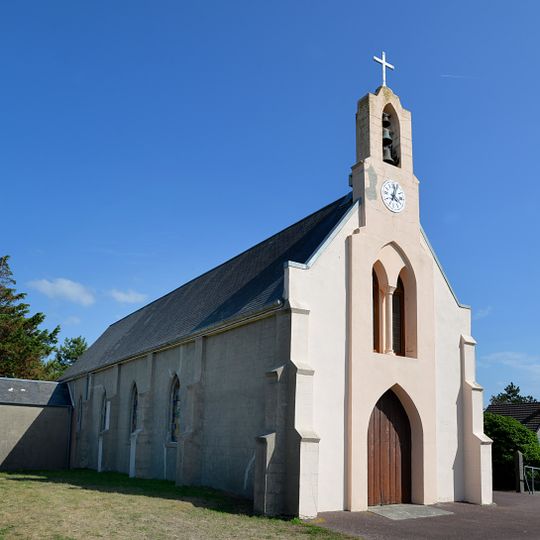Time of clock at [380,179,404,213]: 4:02
